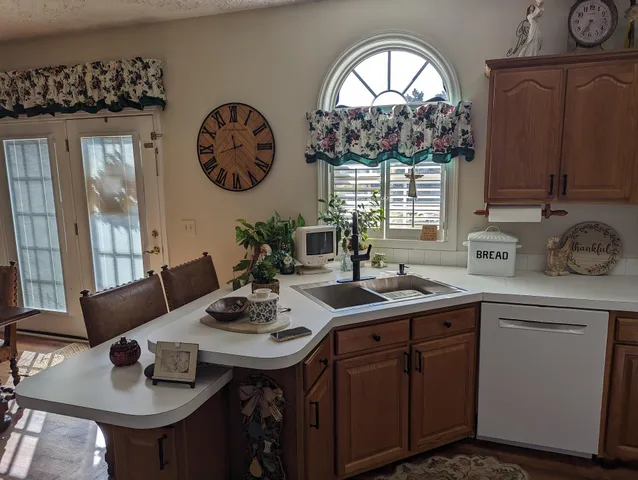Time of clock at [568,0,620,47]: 6:35
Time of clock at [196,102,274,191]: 11:42
